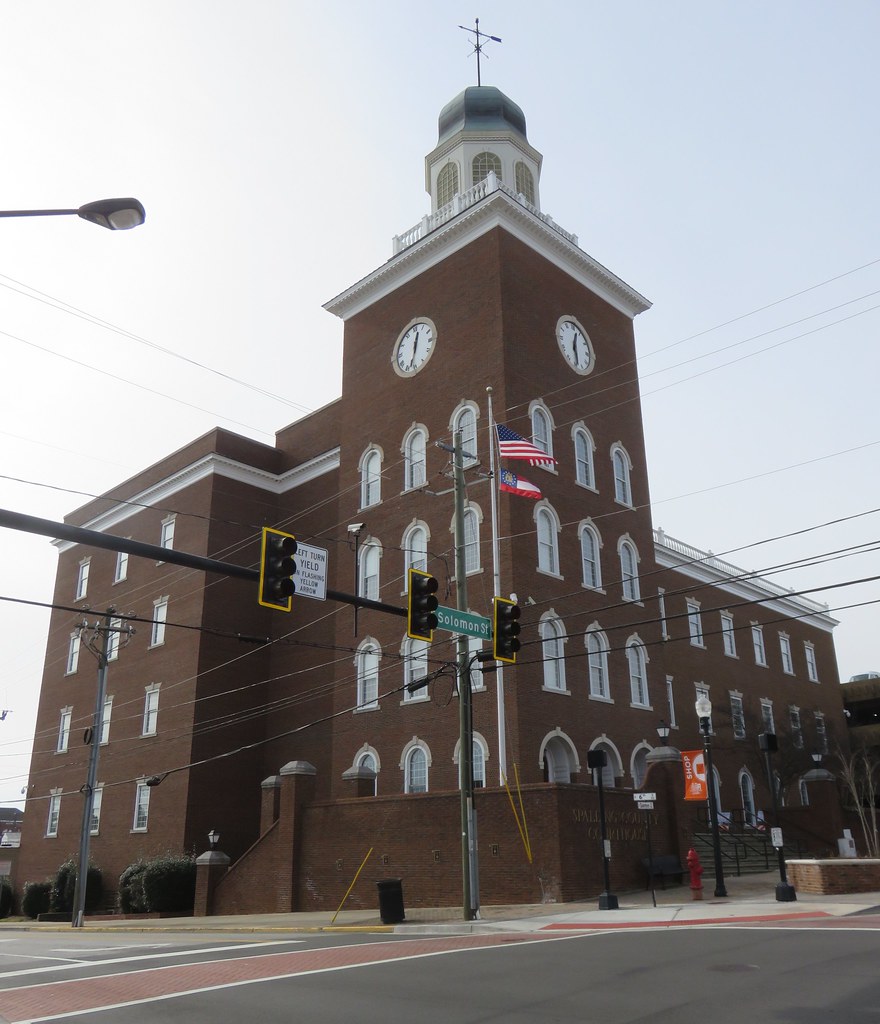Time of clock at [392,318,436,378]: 12:32
